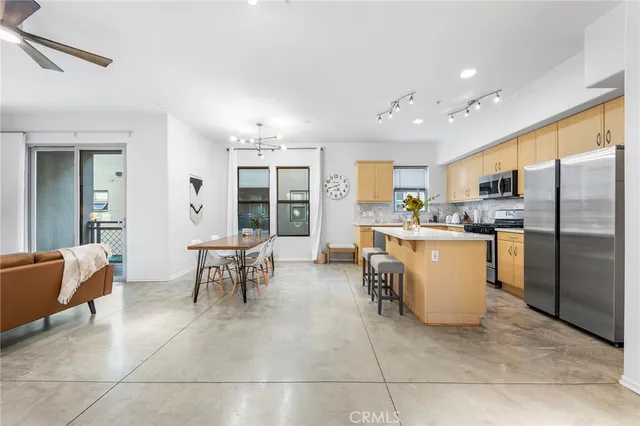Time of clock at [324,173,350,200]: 4:42
